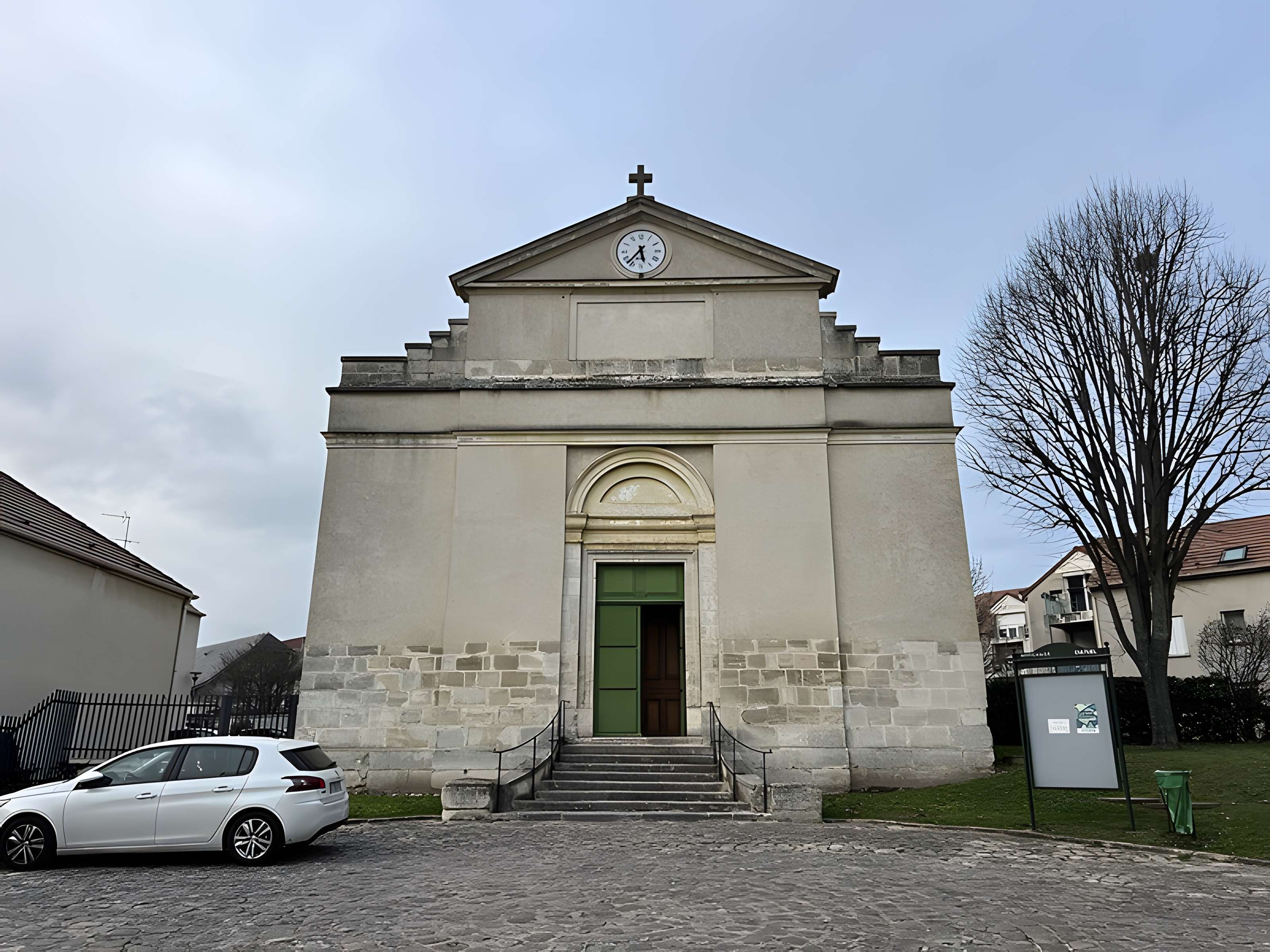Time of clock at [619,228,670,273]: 5:36
